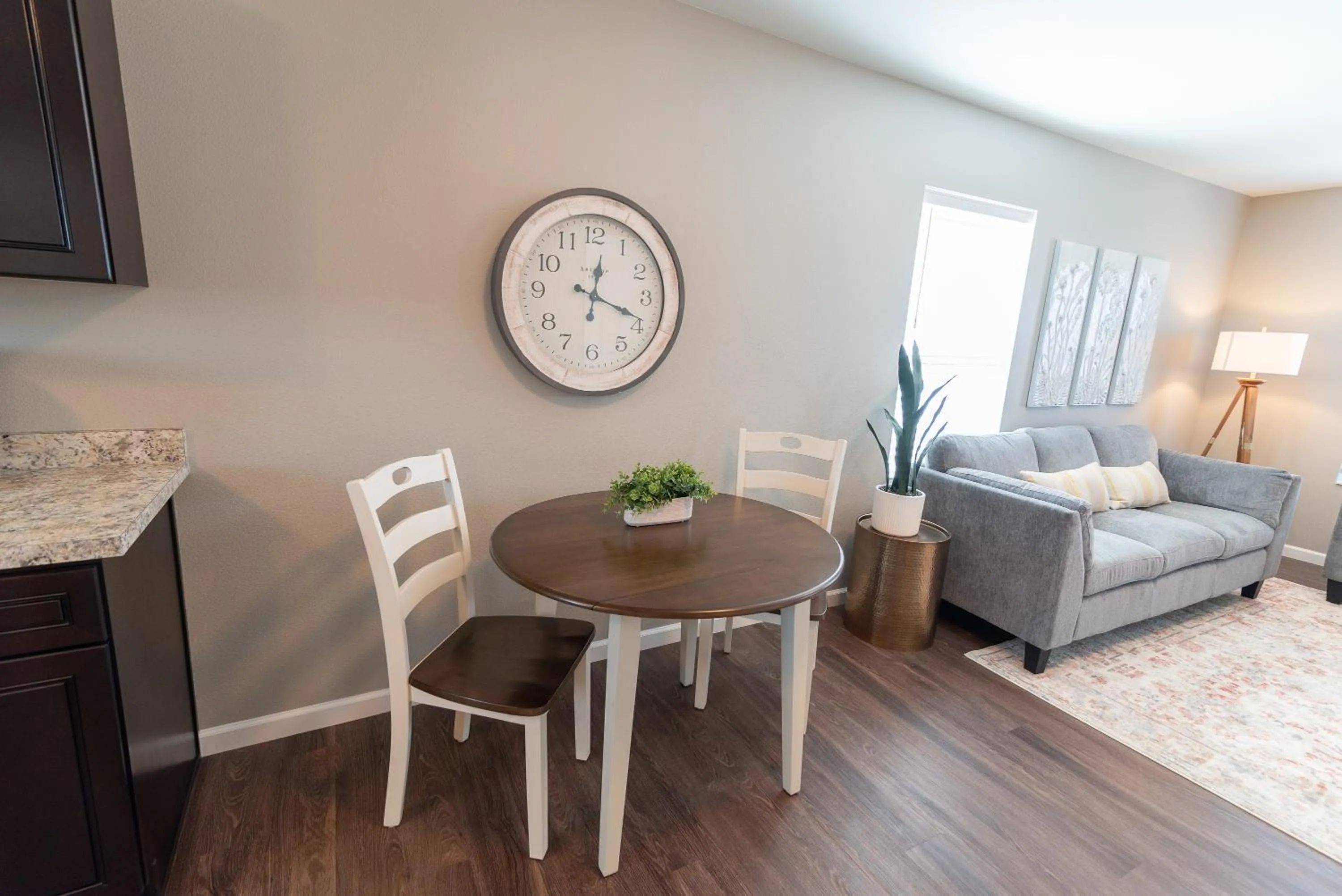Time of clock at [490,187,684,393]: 12:18
